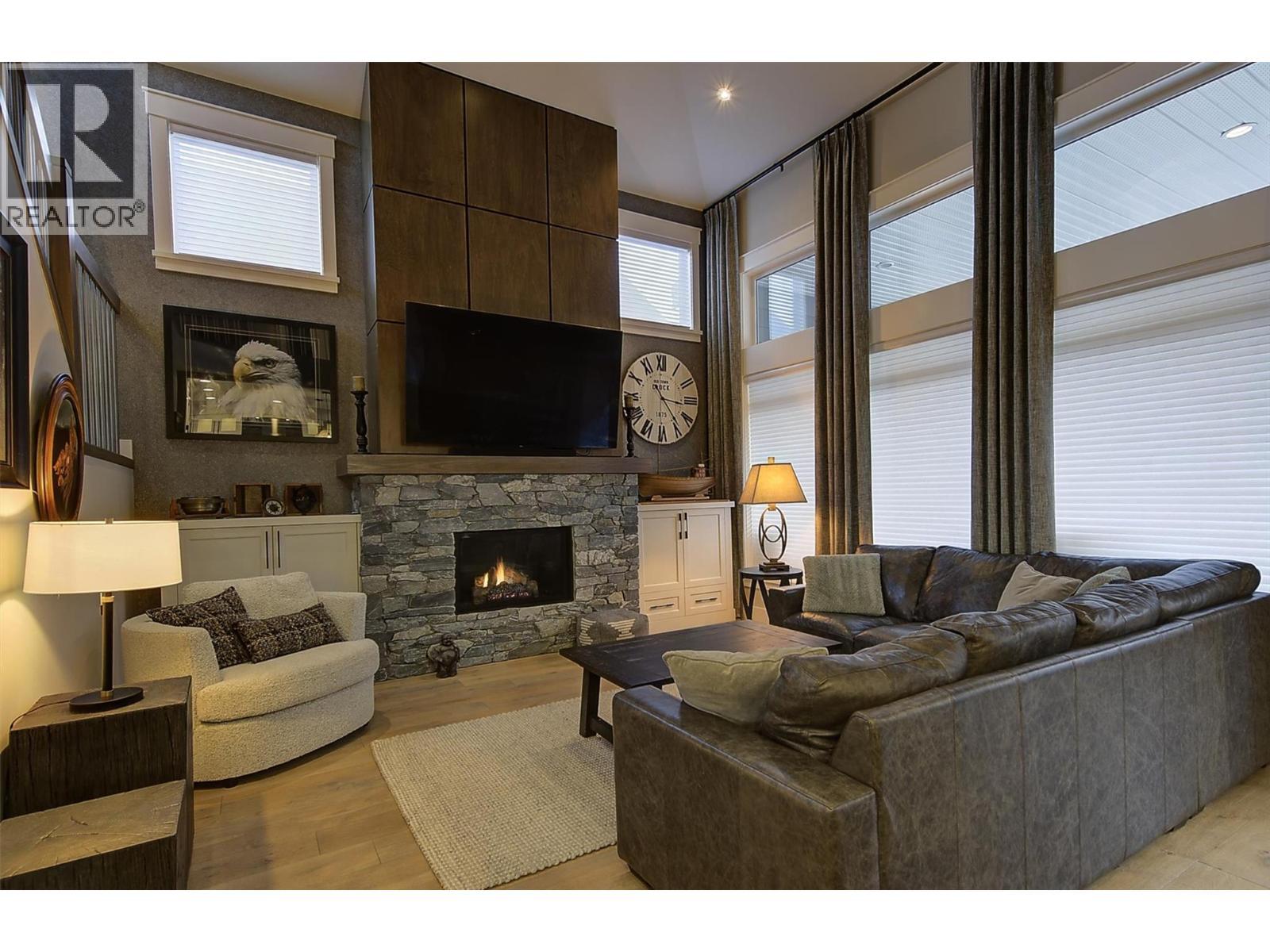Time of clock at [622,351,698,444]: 3:23
